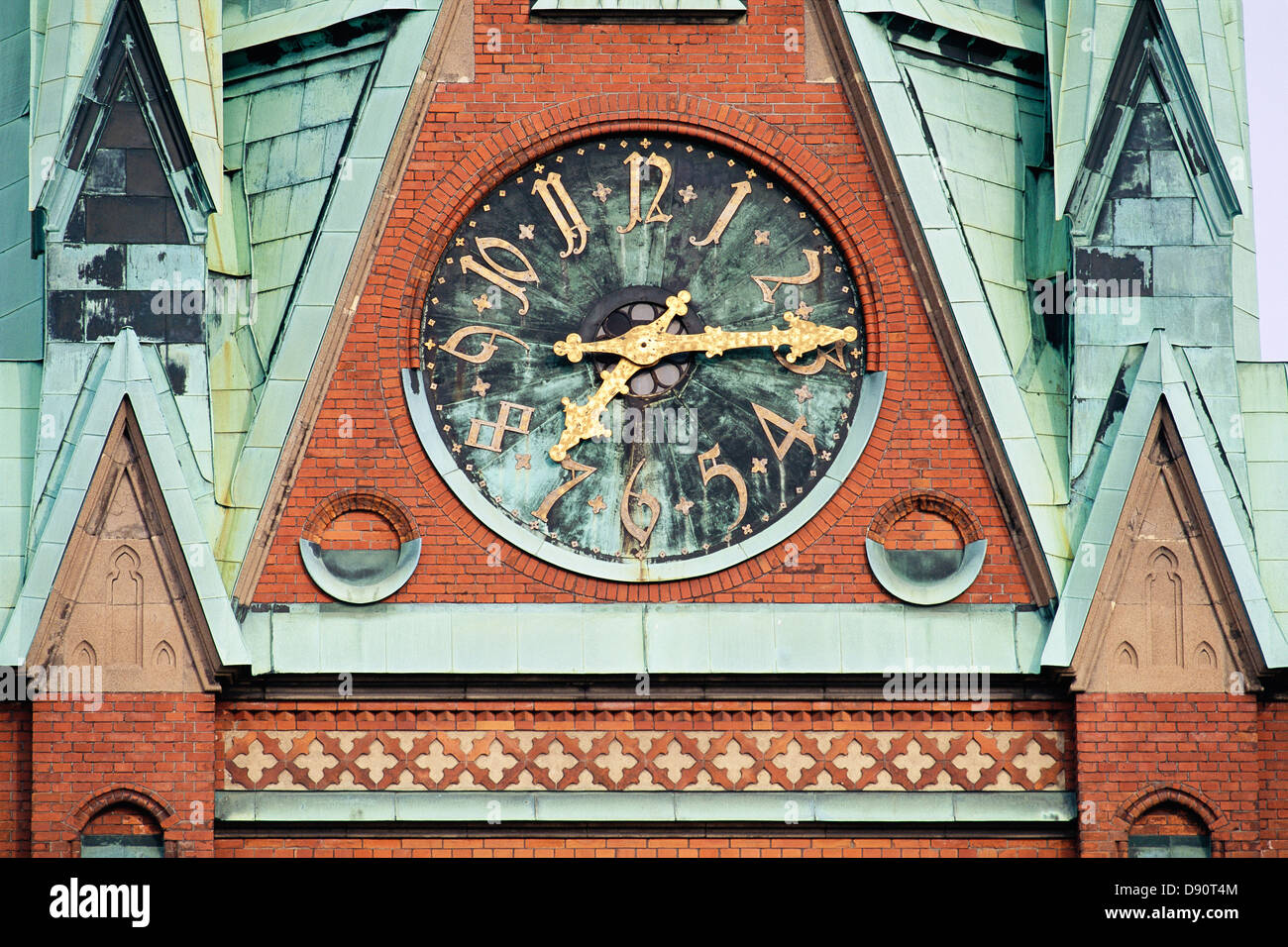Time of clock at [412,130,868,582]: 9:13
